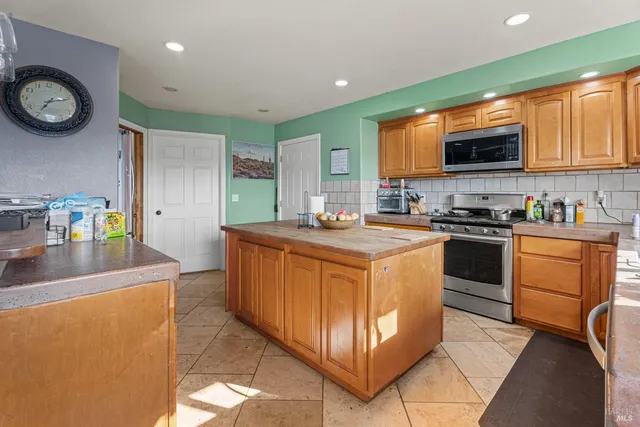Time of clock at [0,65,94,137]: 7:11
